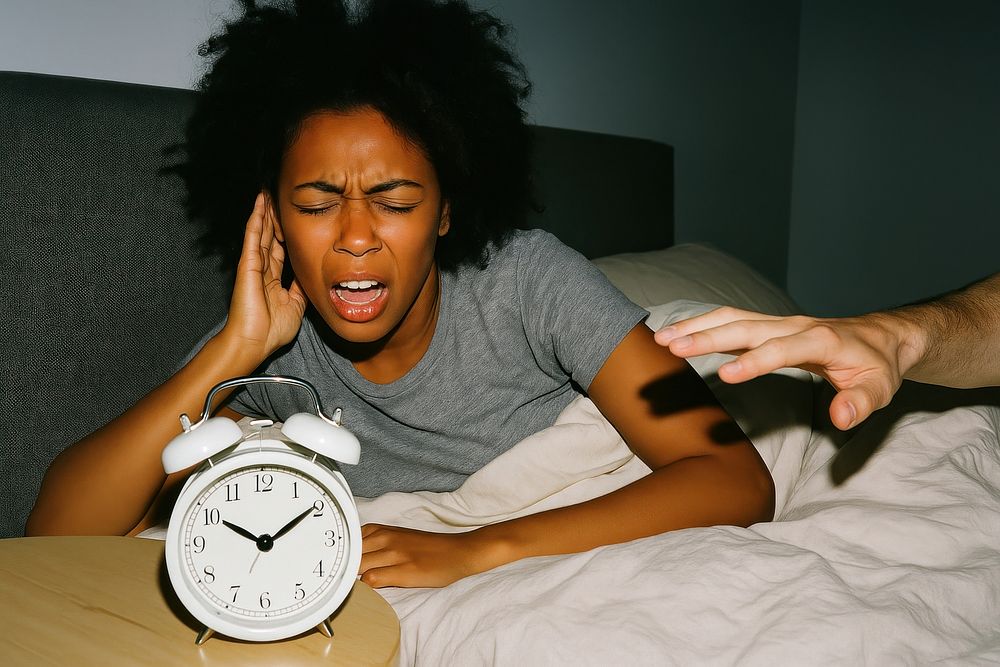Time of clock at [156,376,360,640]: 10:09
